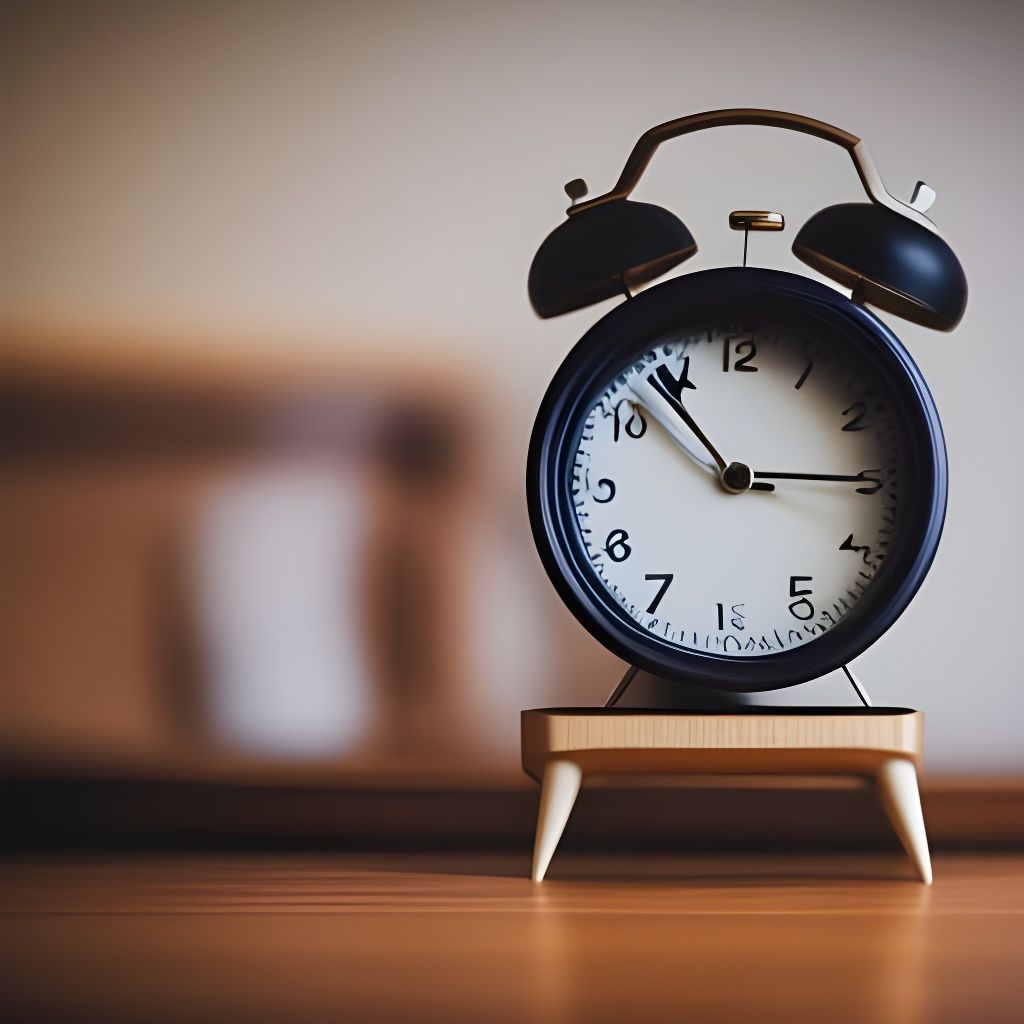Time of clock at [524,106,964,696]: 2:53
